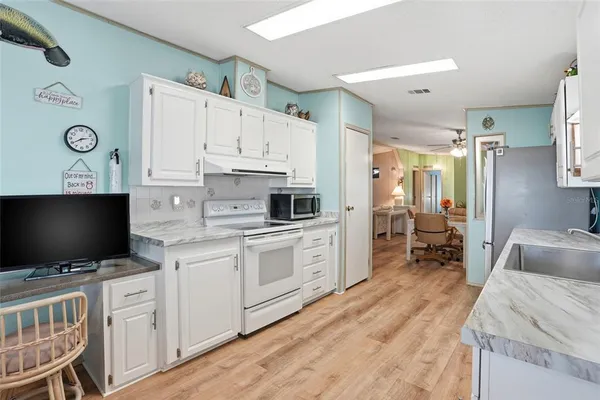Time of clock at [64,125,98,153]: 2:40
